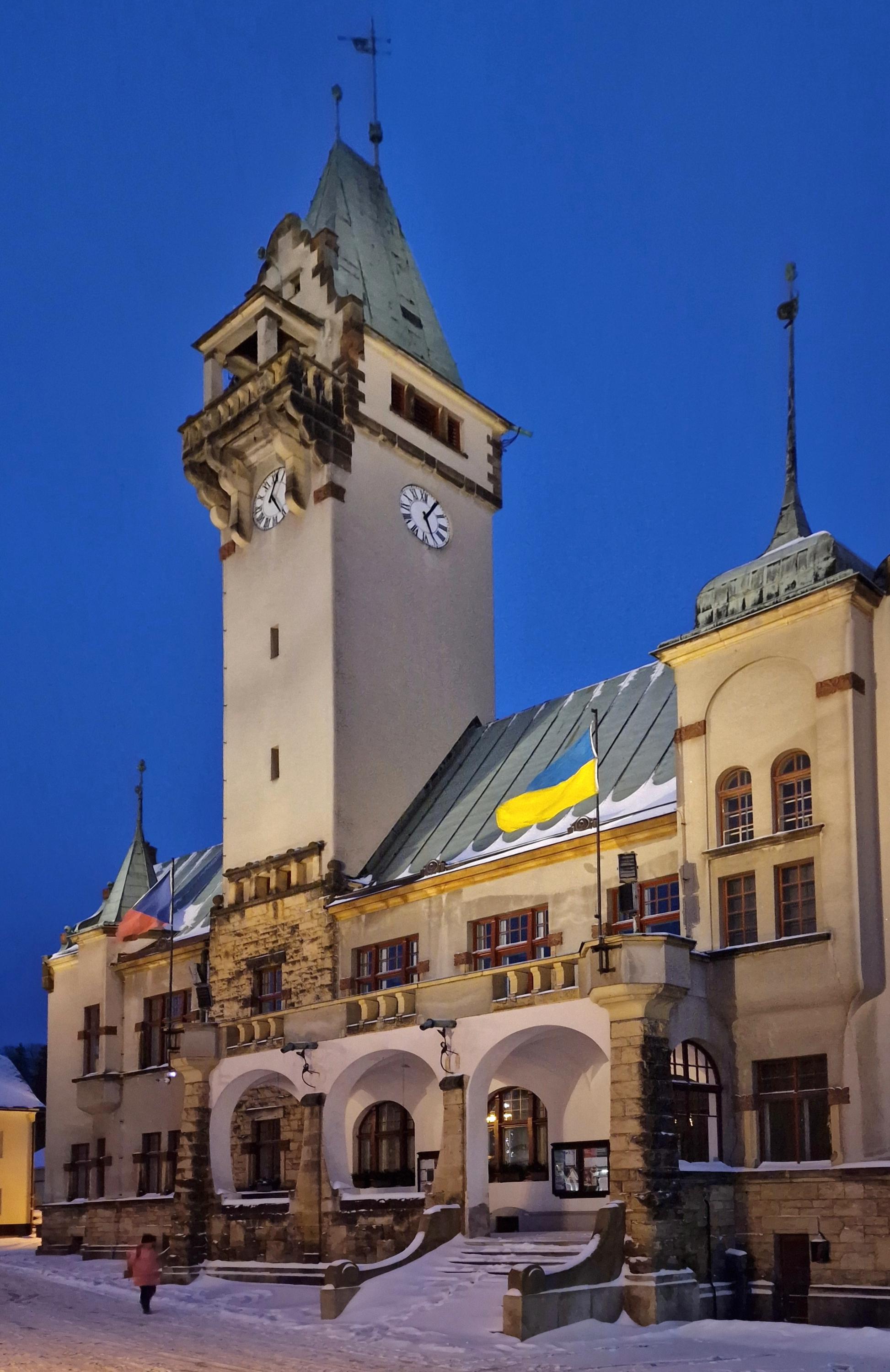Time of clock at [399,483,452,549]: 5:05
